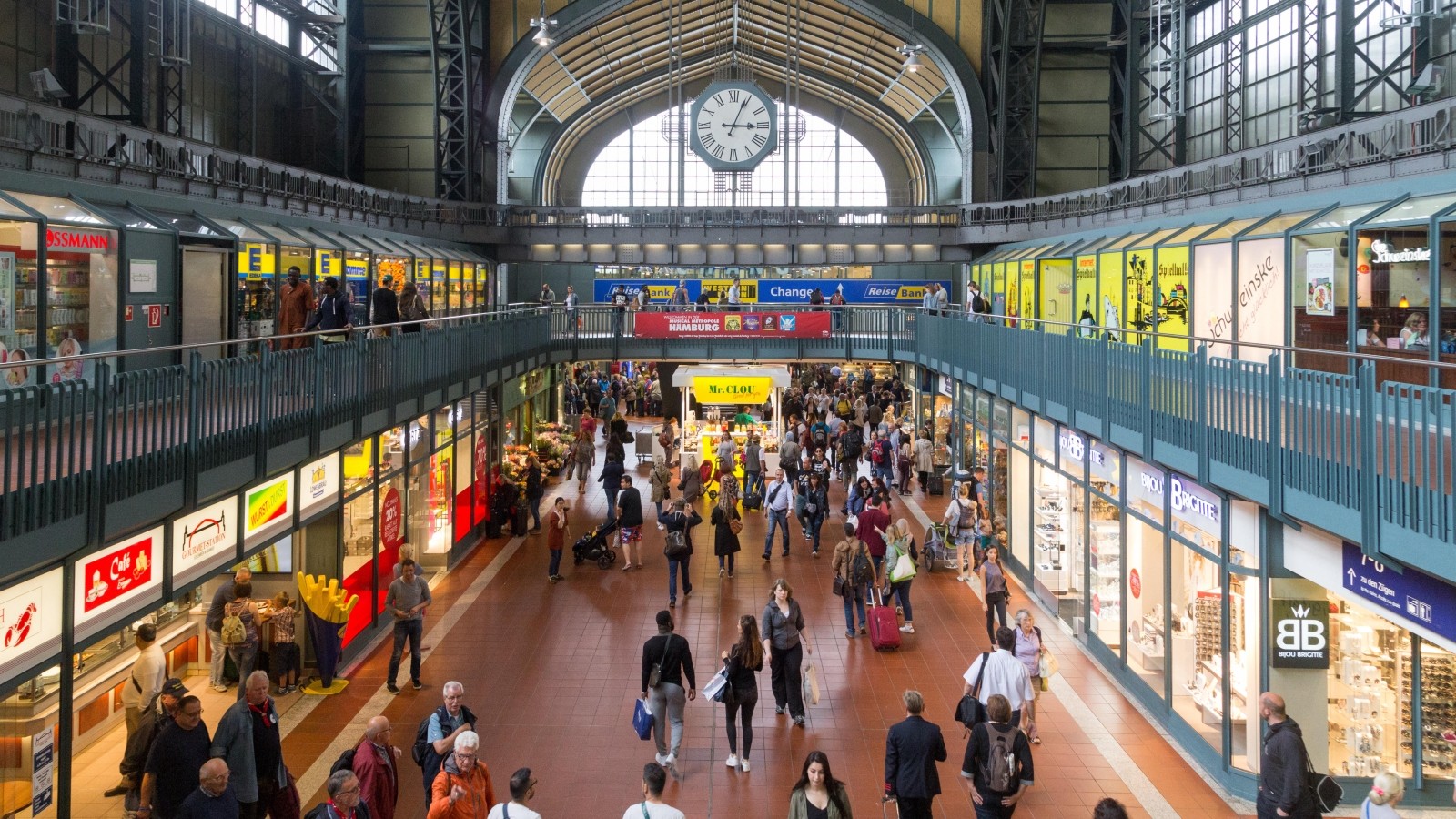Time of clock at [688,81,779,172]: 3:04
